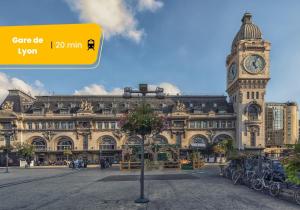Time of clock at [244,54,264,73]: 5:03
